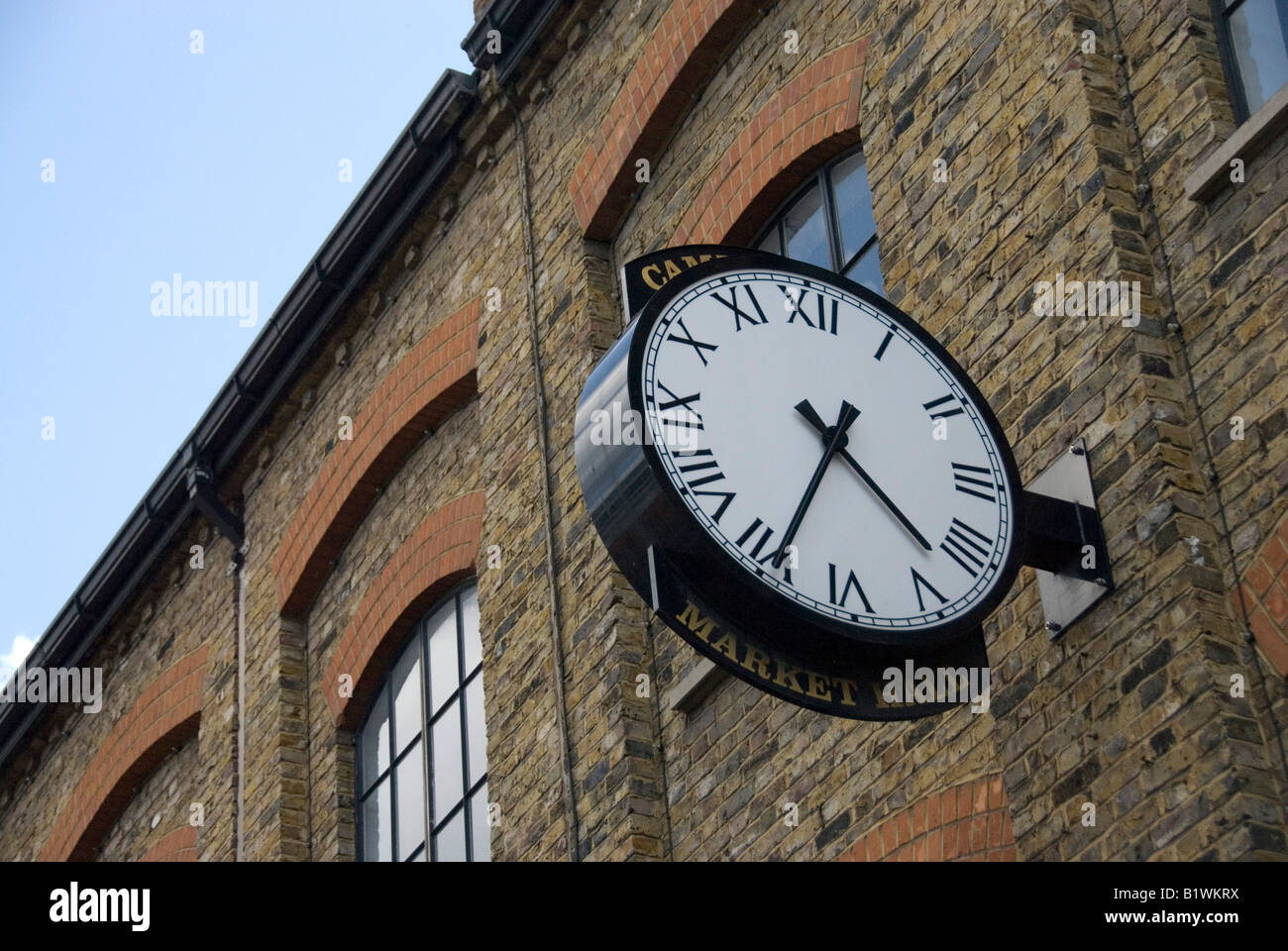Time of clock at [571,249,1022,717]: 4:34
